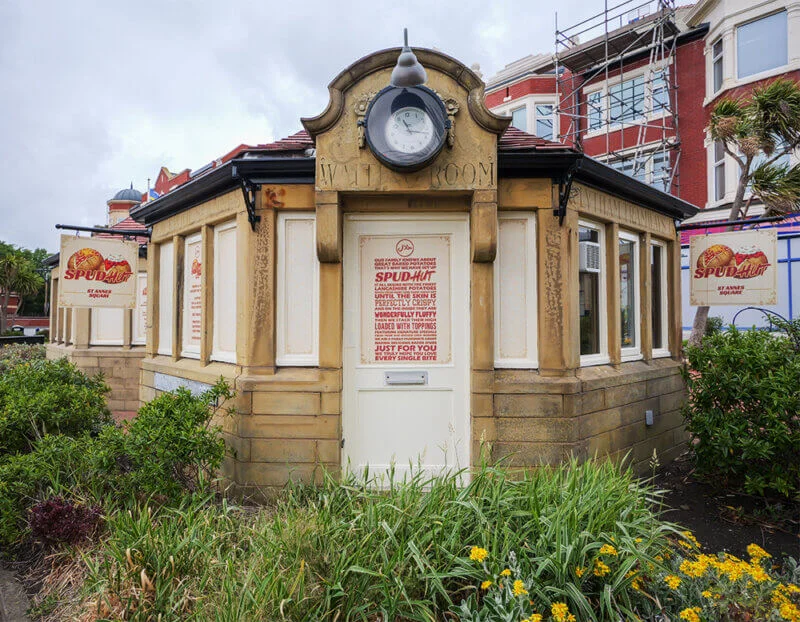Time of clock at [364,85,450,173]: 11:18
